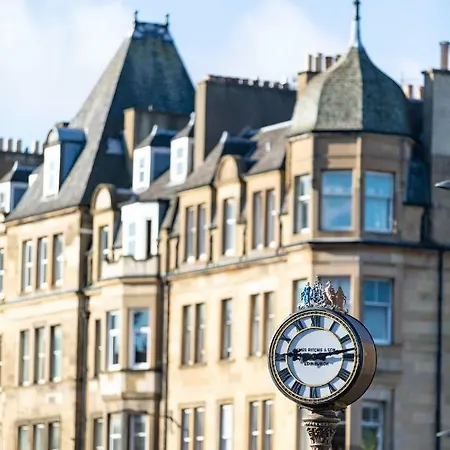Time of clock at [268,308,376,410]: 9:13
